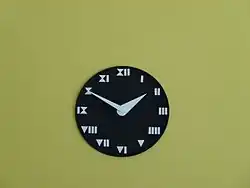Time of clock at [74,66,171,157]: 1:50
